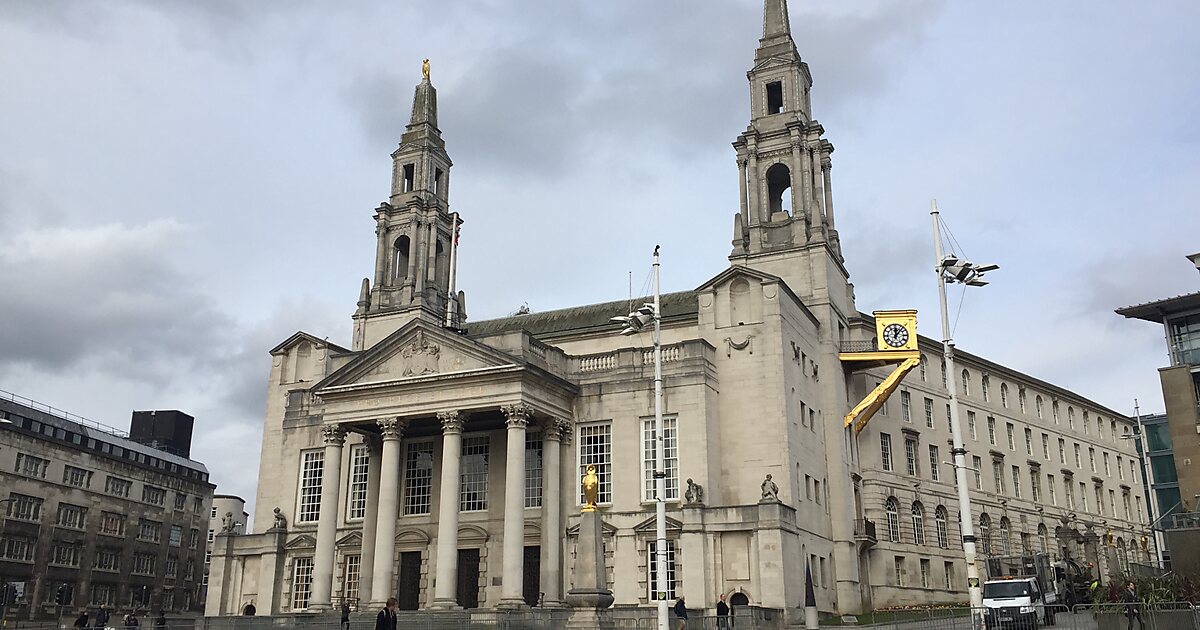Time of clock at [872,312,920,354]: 12:06
